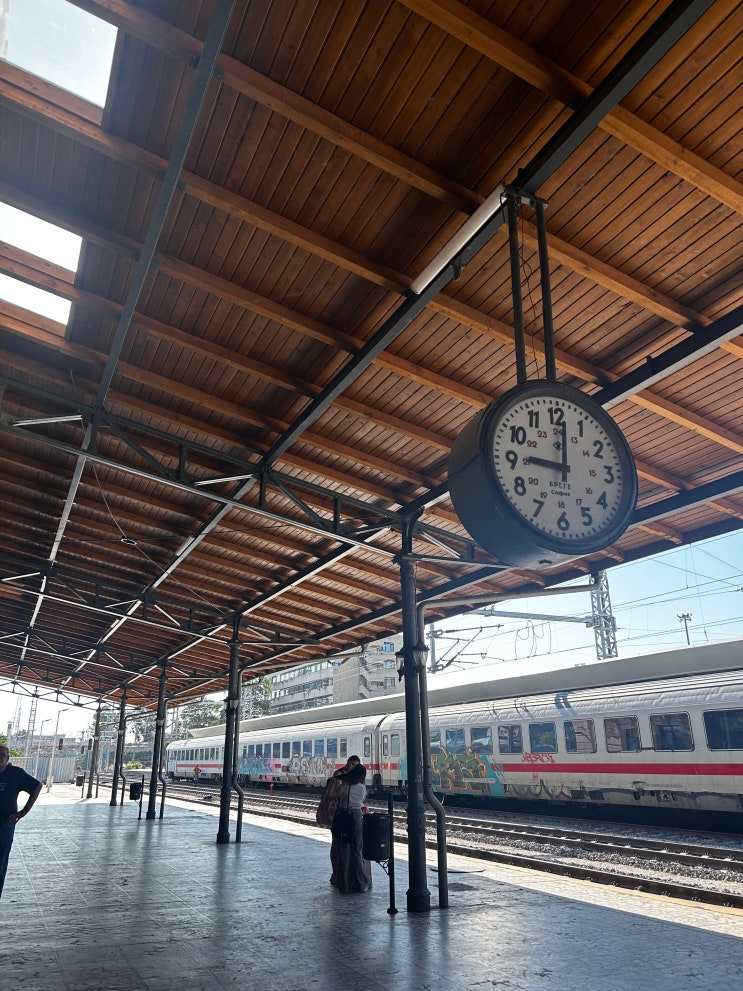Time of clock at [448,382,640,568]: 9:01
